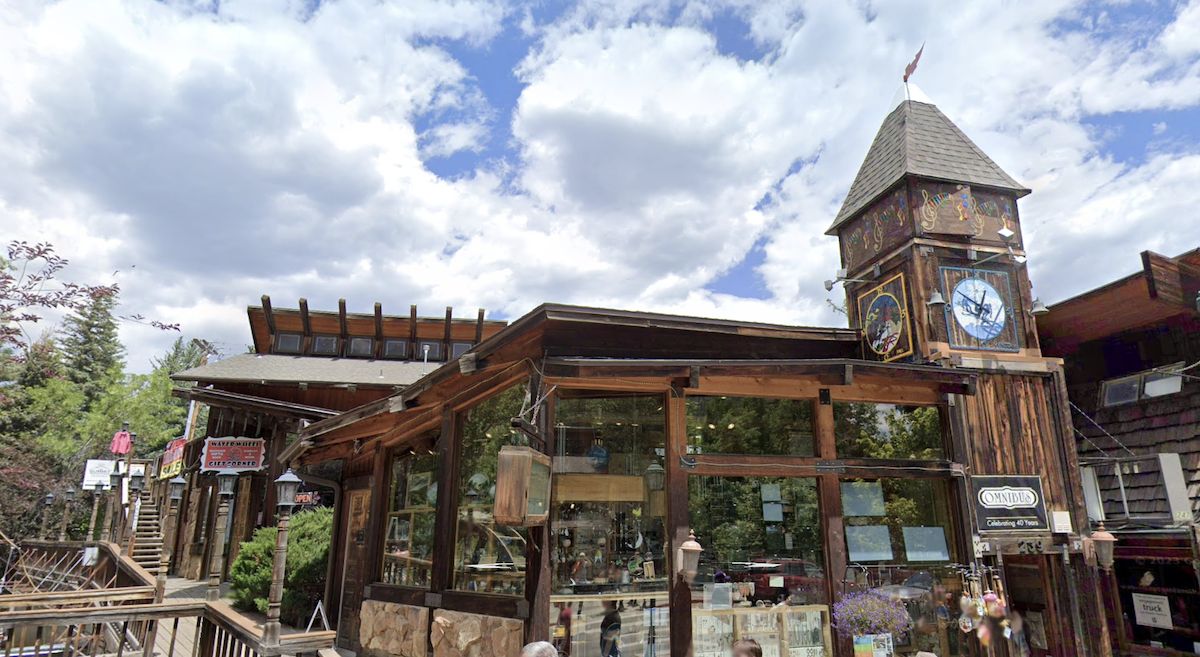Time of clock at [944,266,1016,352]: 12:49
